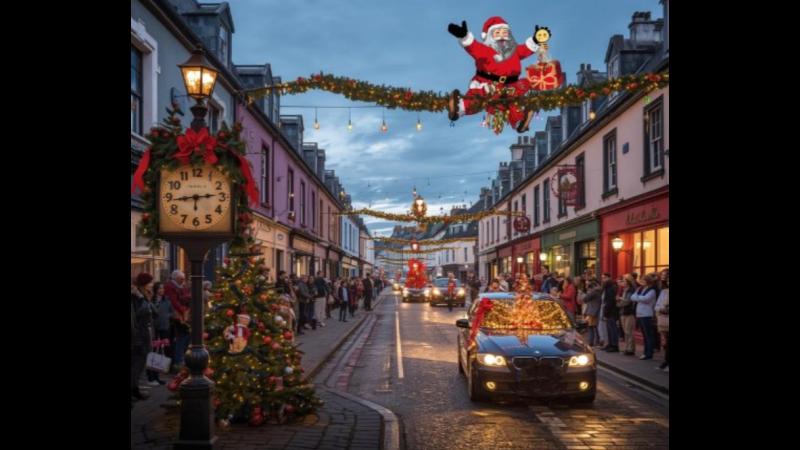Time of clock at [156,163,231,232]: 2:44
